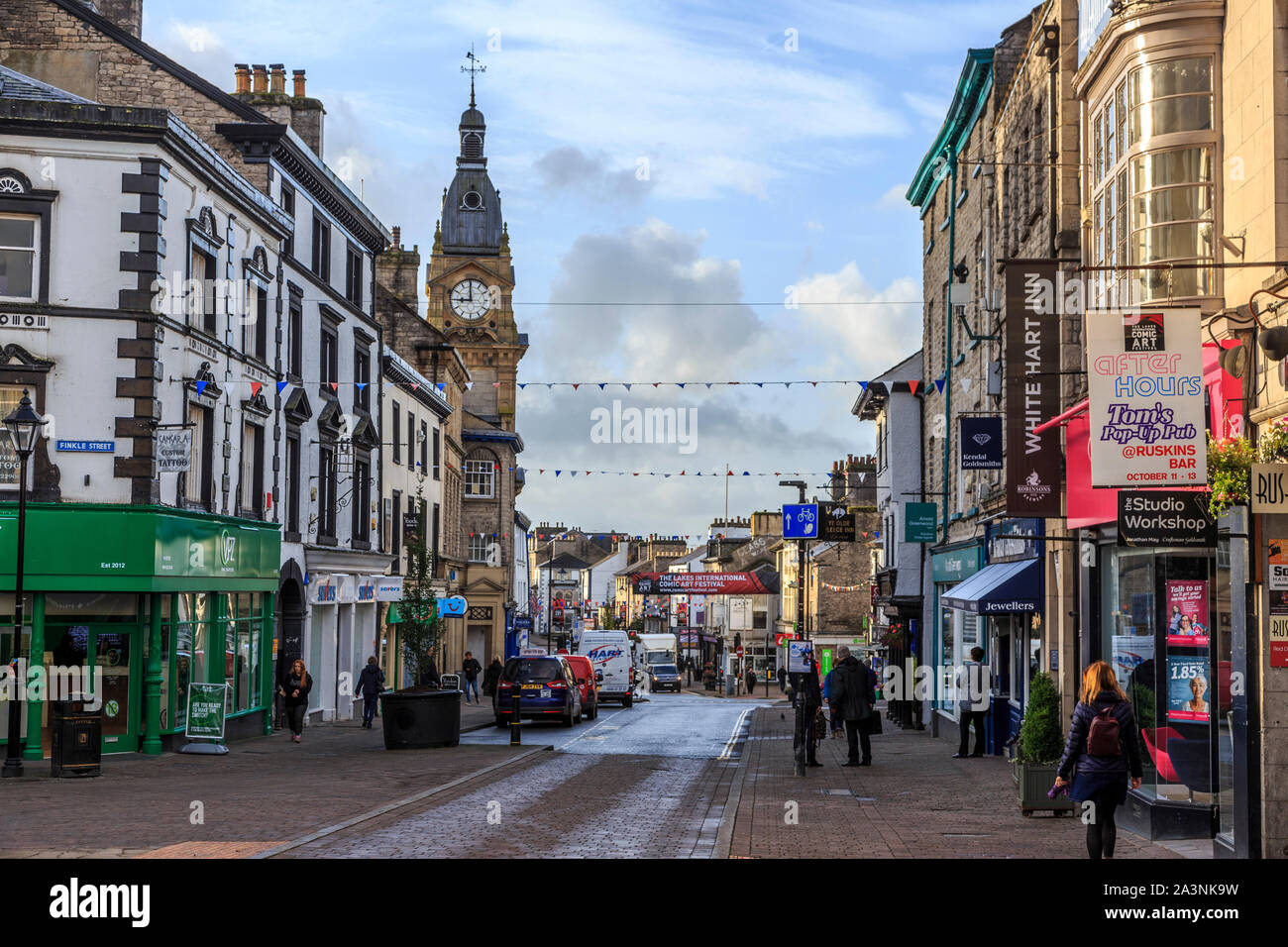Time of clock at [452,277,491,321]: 8:59
